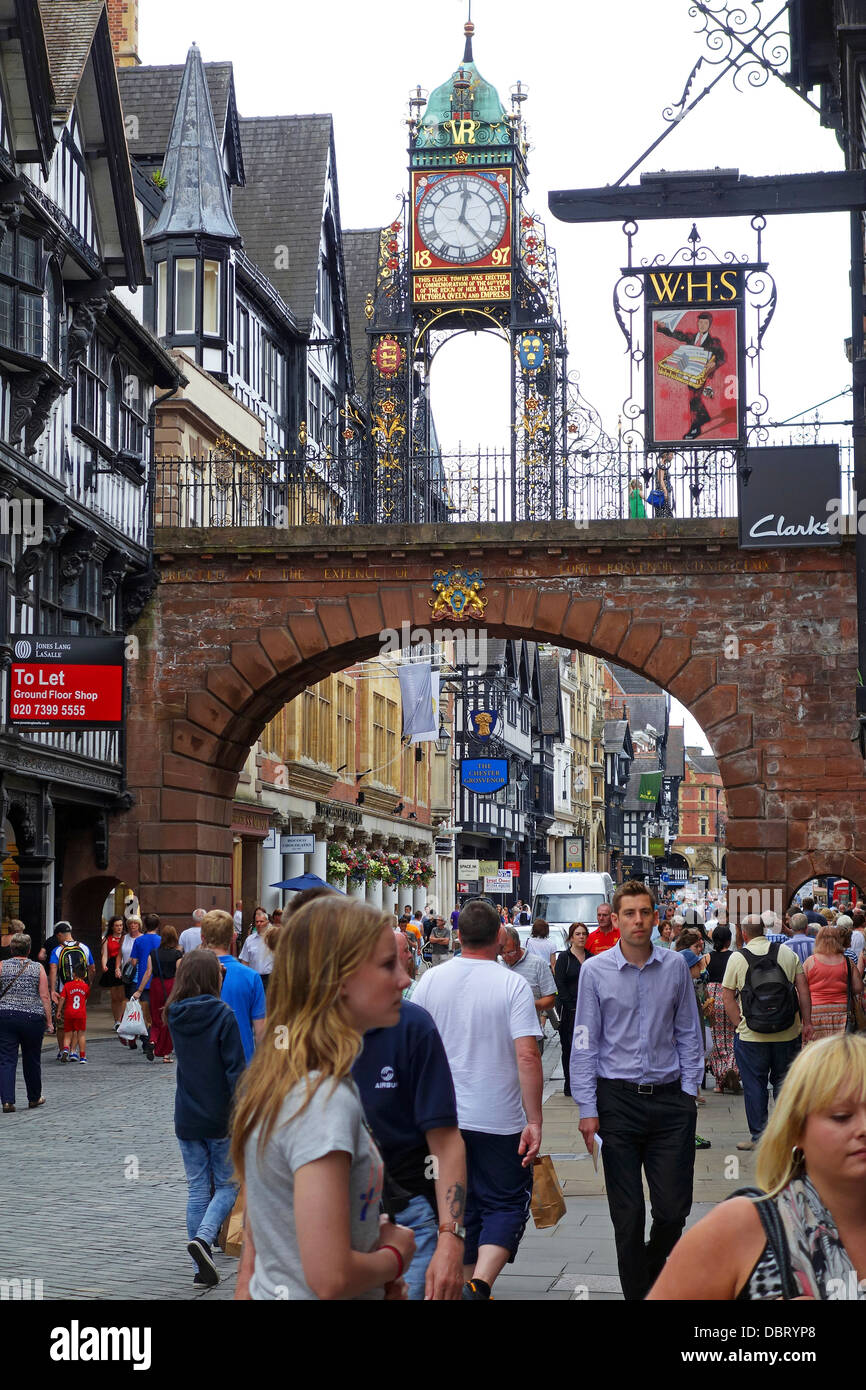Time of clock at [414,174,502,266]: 12:23
